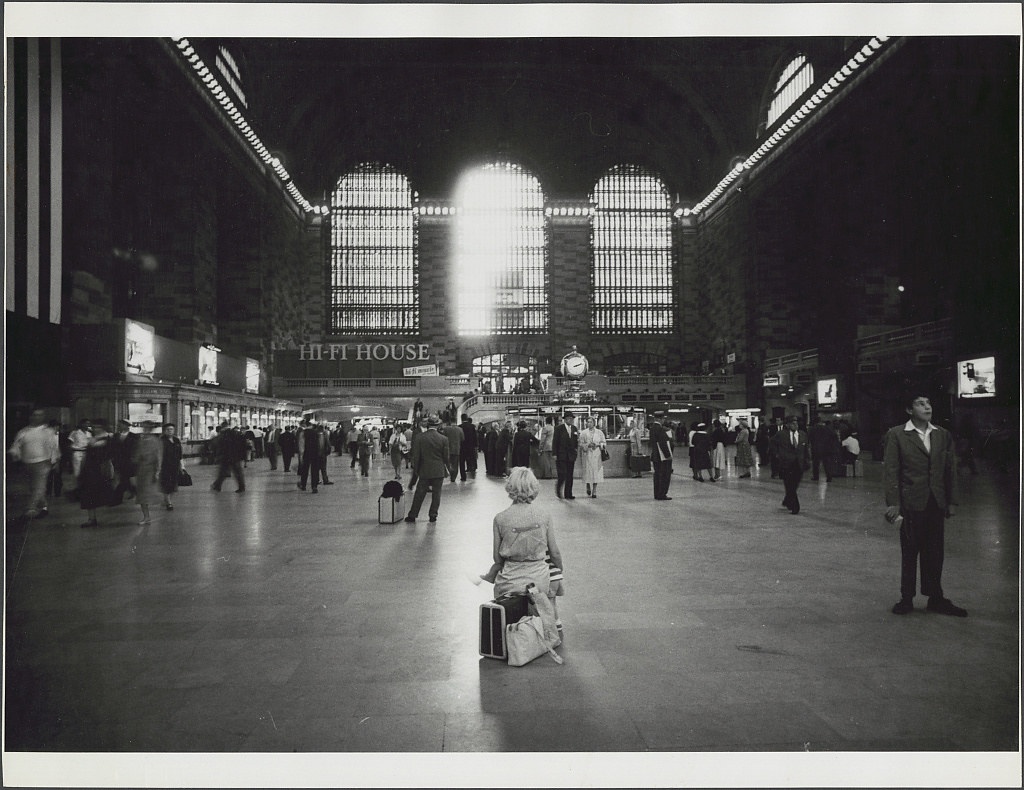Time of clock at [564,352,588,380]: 2:12
